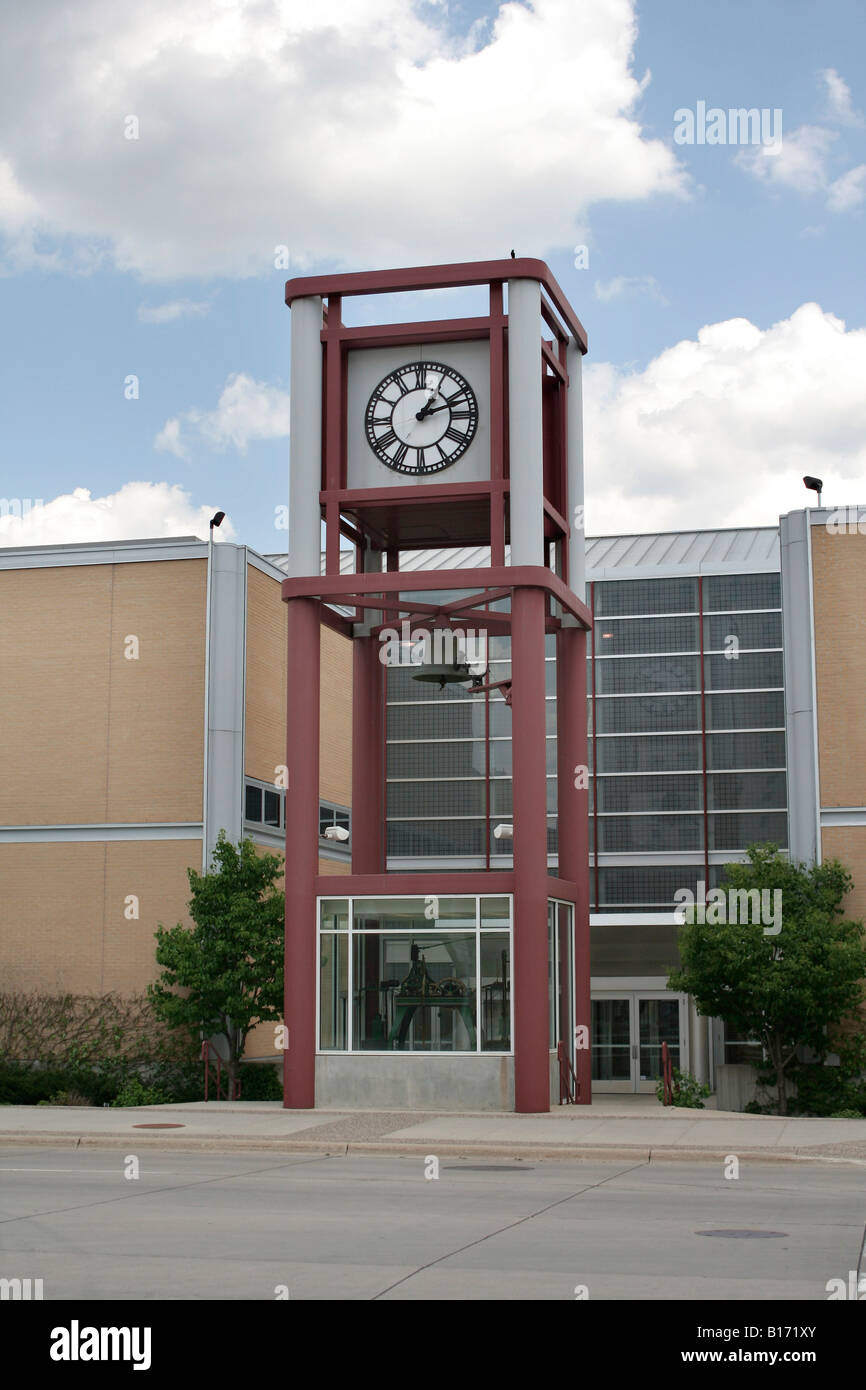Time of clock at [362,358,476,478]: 1:11
